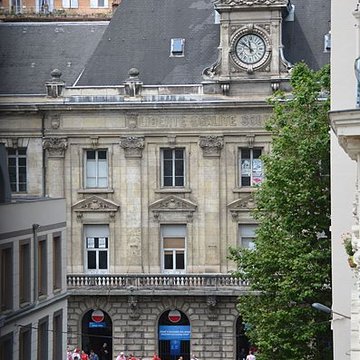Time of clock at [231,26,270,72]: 11:50
